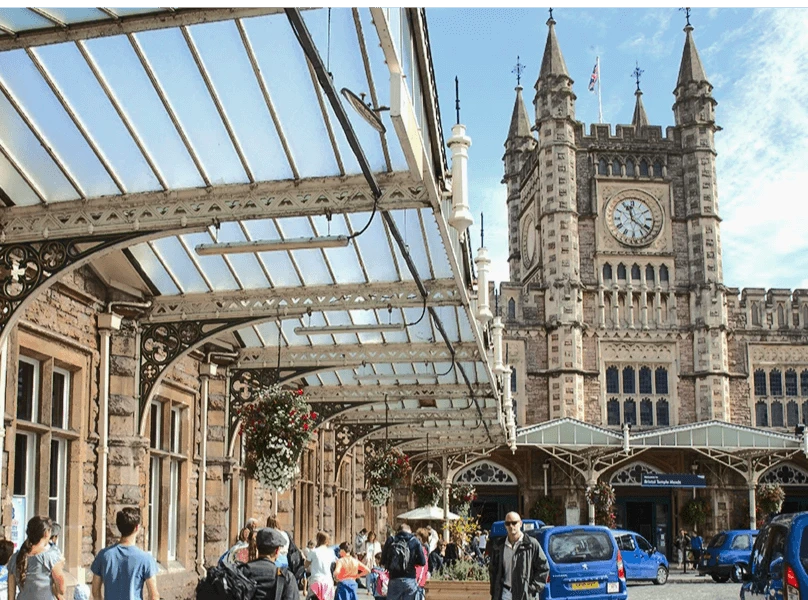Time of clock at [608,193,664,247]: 11:21
